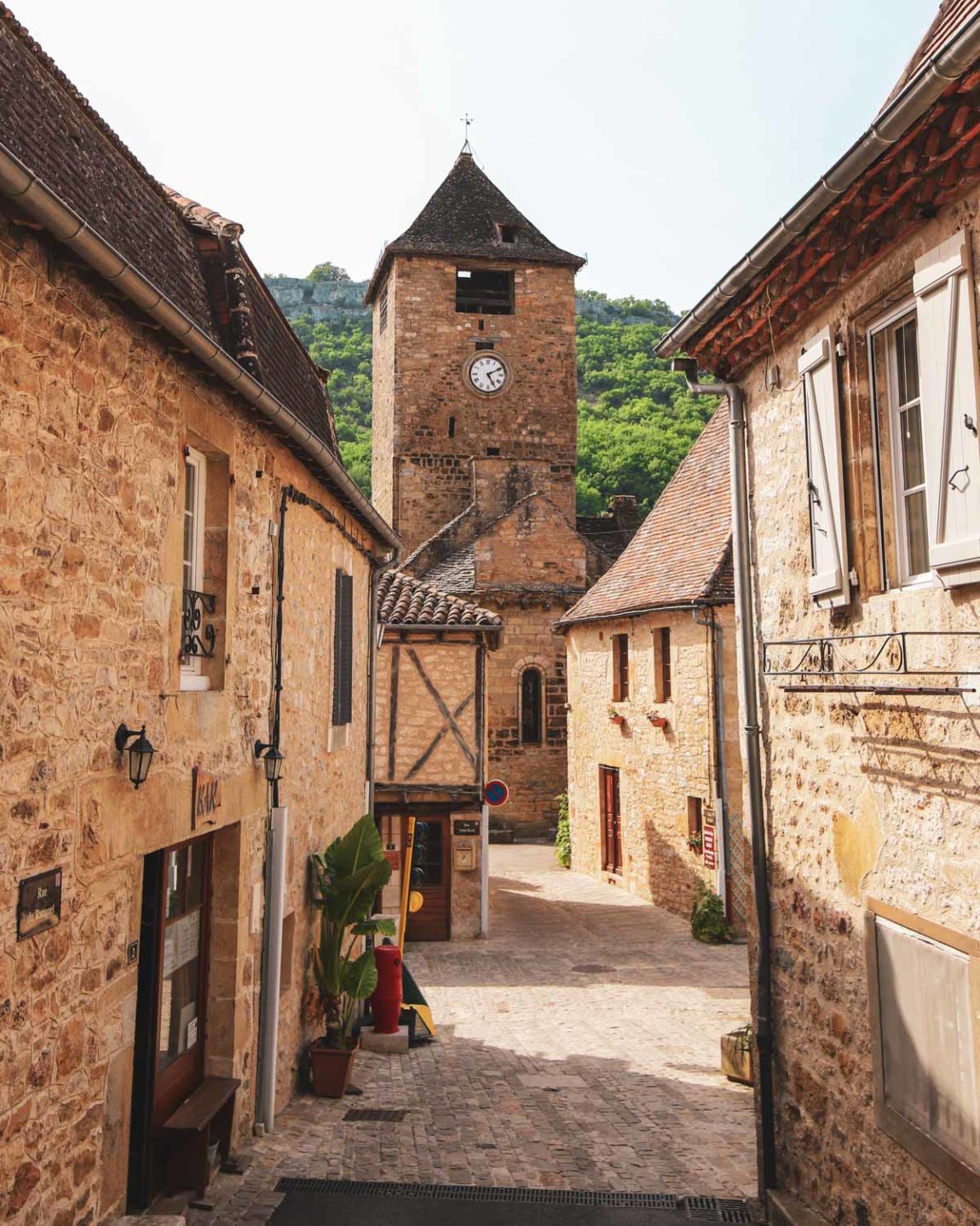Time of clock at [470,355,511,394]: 5:10
